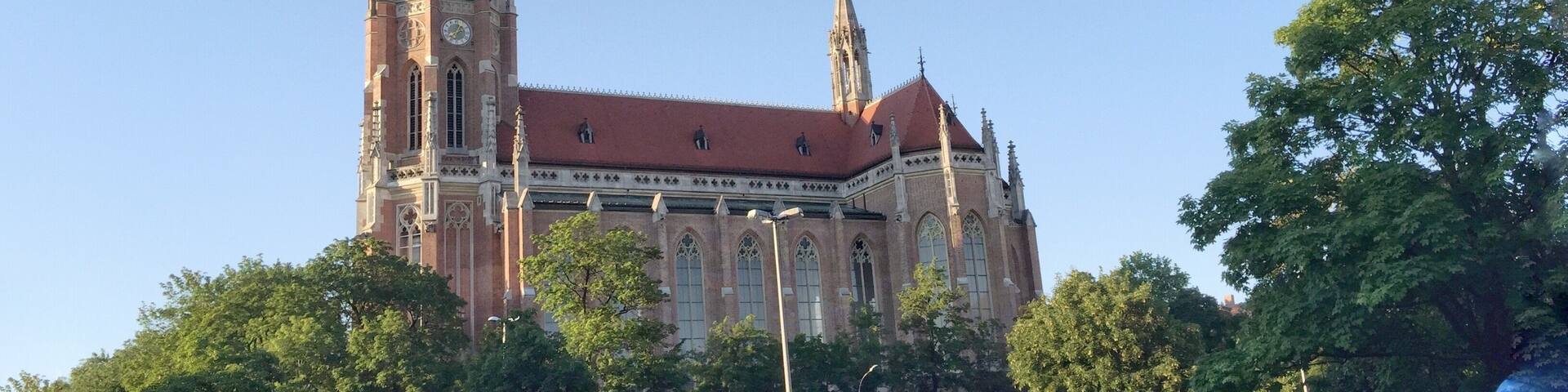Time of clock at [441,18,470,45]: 12:37
